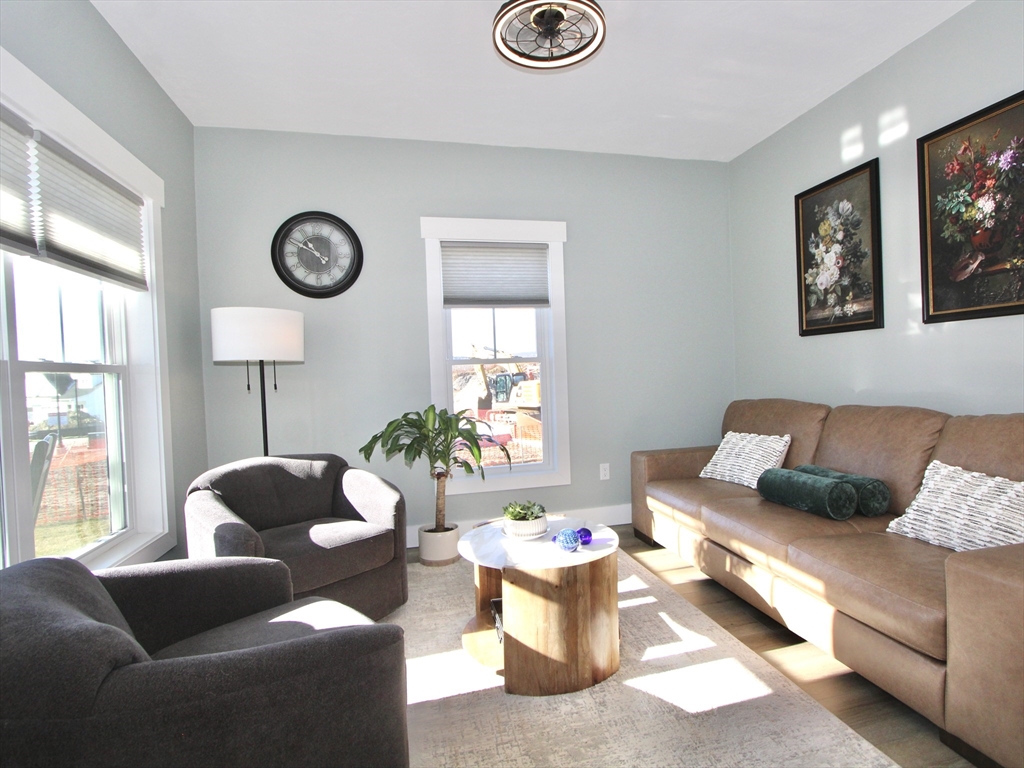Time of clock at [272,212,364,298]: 10:50
